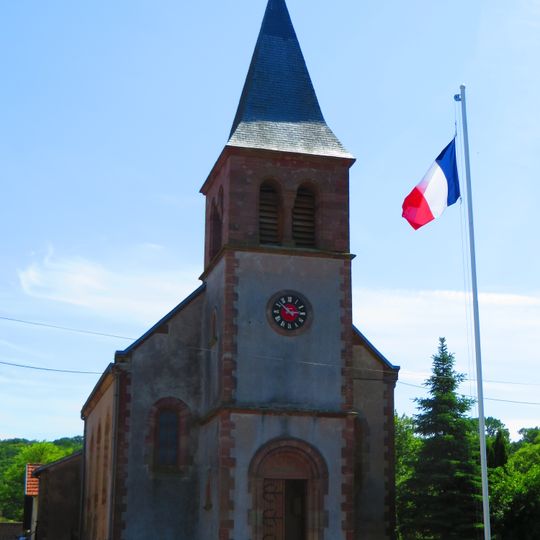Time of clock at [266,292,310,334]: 2:52
